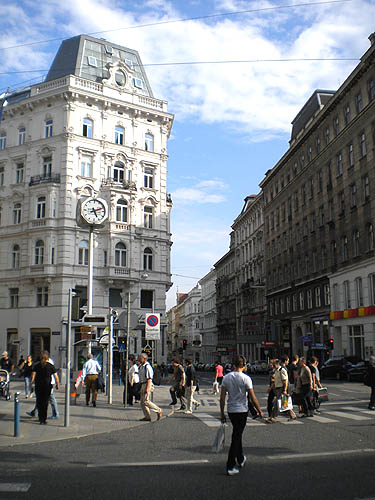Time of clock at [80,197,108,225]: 5:11
